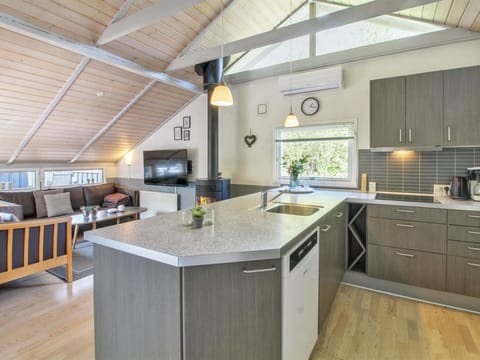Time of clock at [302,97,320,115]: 1:17
